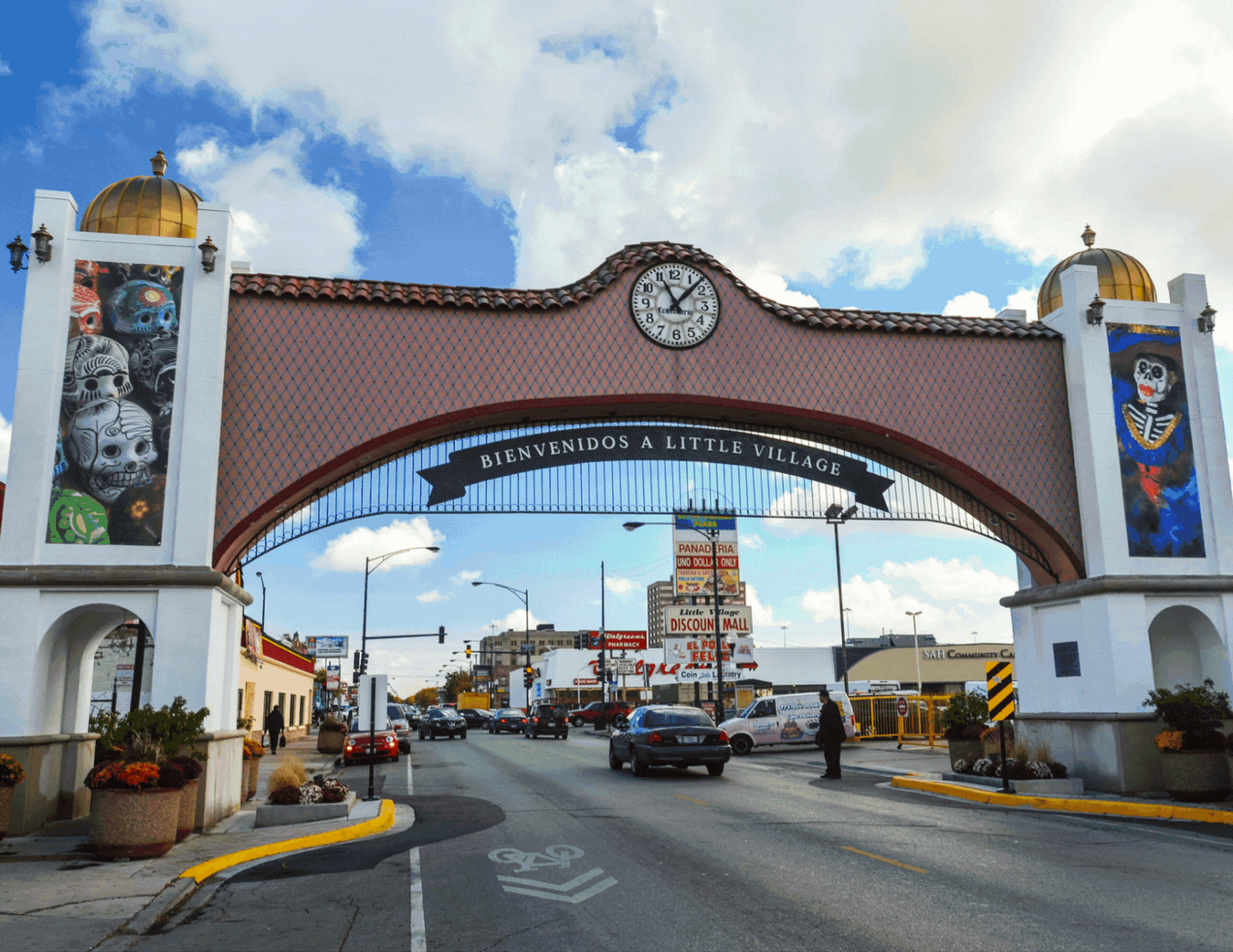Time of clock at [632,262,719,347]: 11:07
